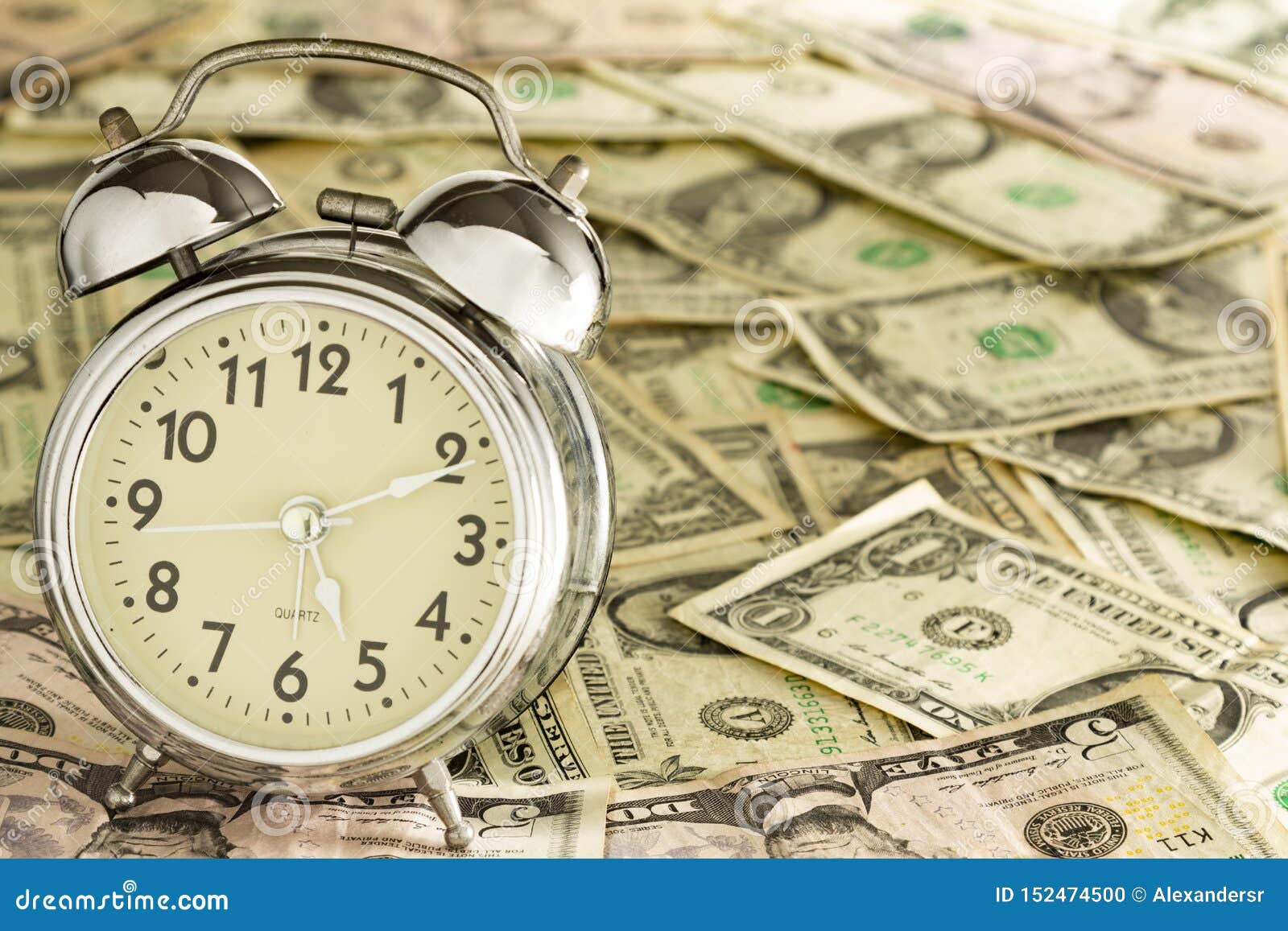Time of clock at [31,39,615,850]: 5:11
